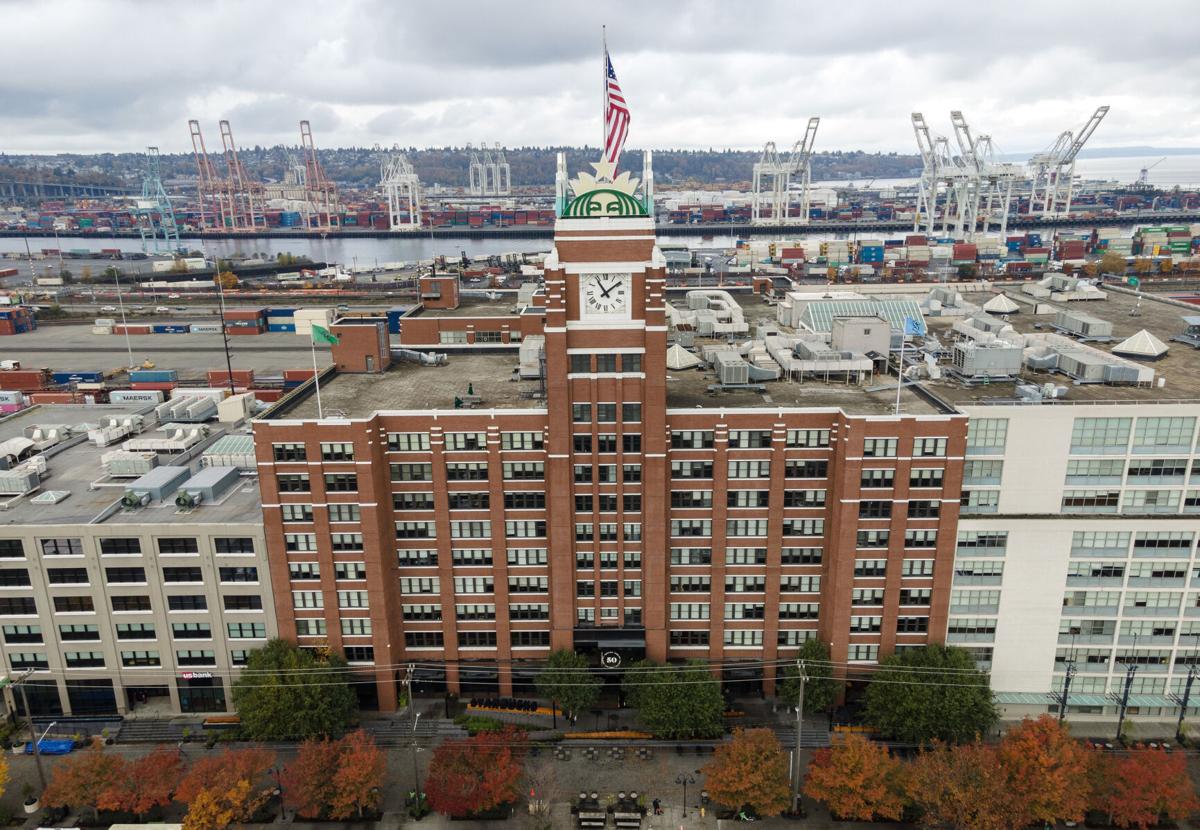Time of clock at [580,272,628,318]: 11:08
